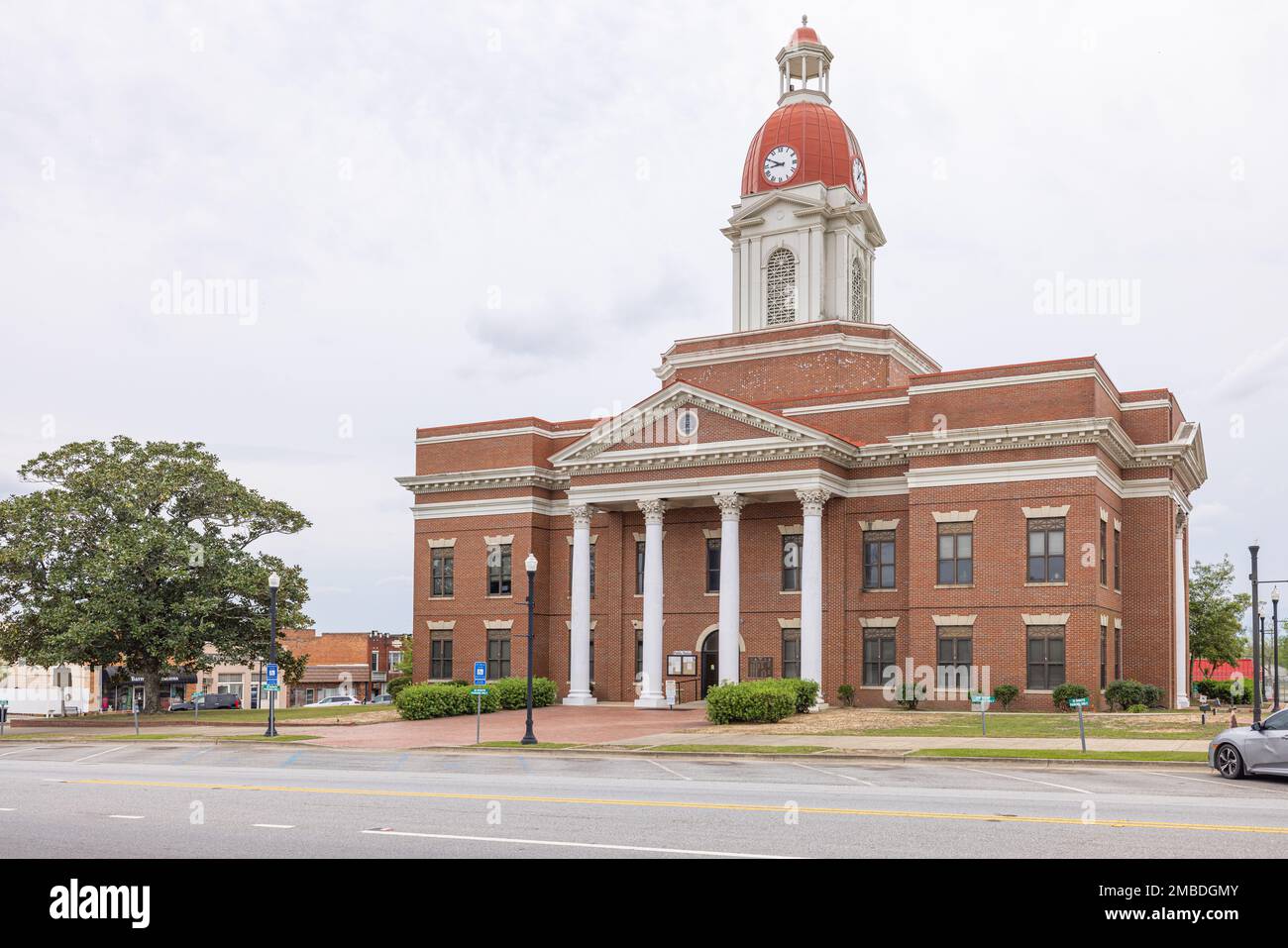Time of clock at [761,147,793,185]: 8:49
